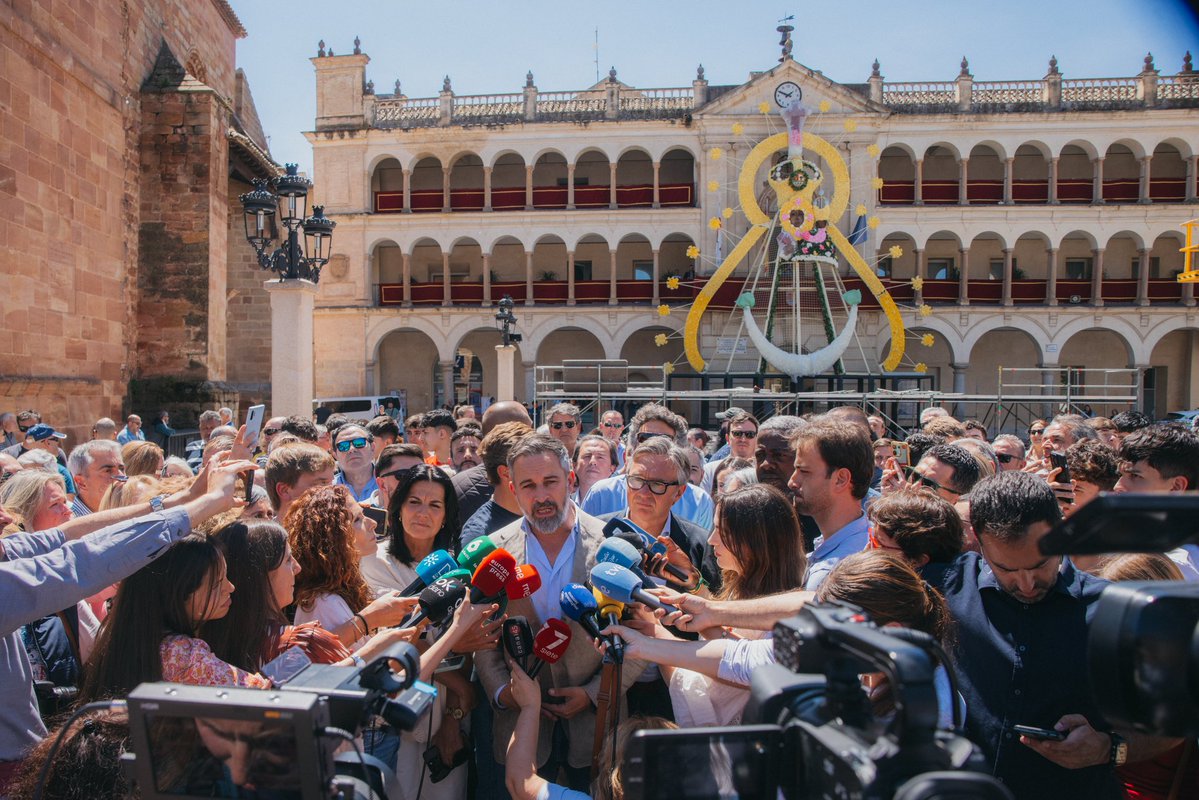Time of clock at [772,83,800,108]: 1:49
